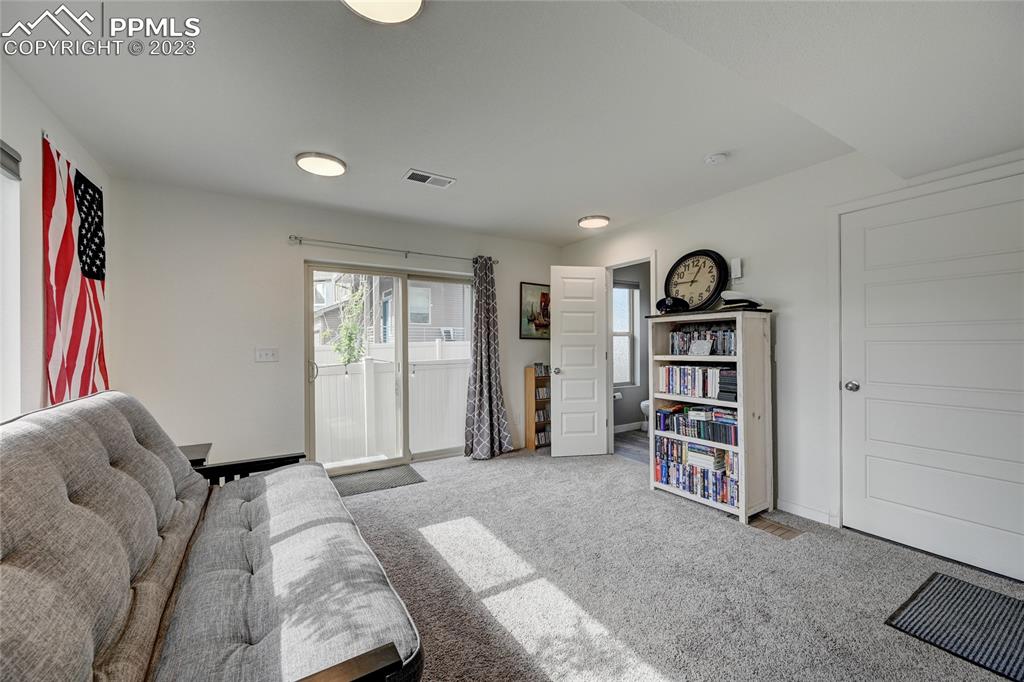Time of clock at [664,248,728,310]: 12:45
